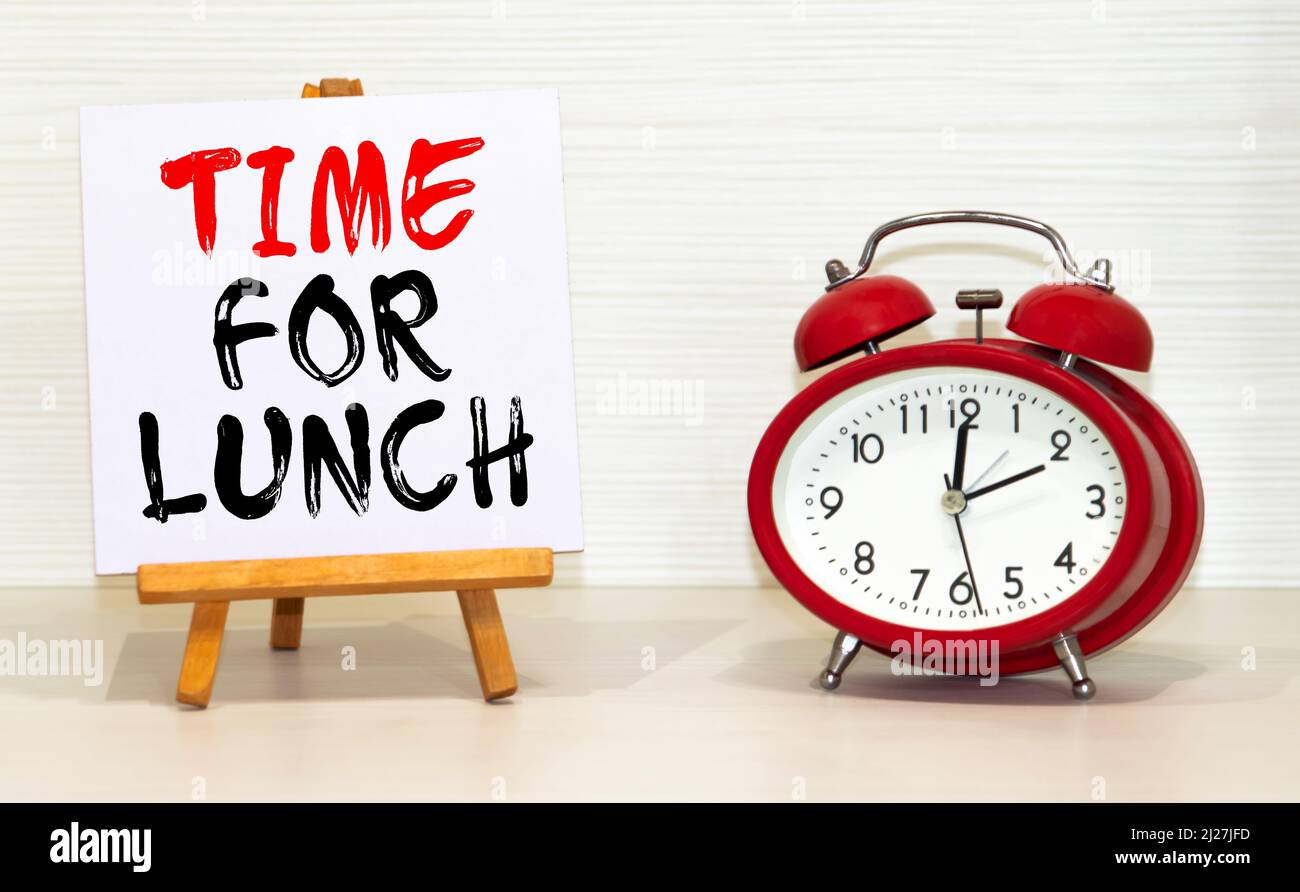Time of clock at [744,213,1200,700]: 2:00
